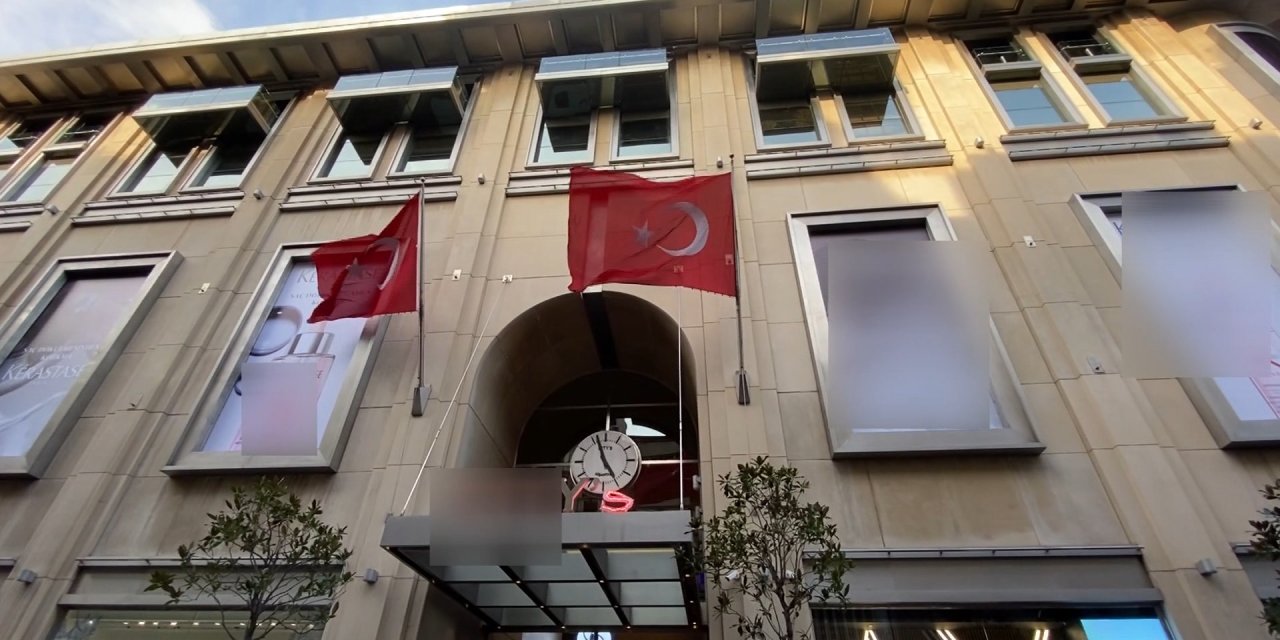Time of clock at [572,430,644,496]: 4:56
